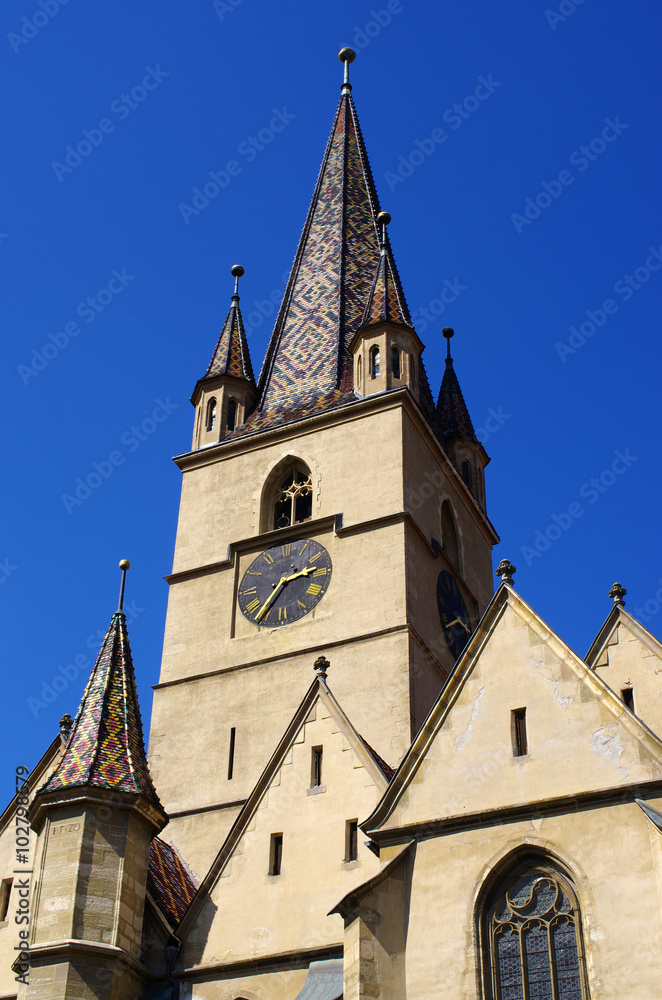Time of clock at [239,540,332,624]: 2:36
